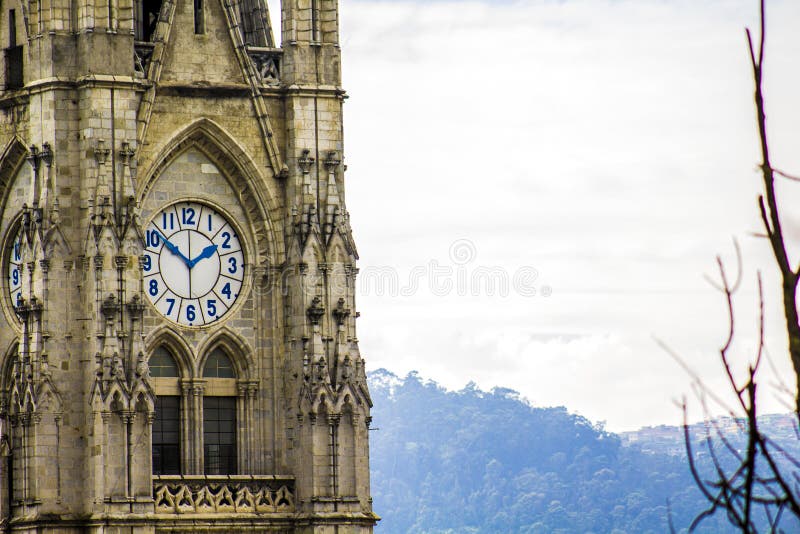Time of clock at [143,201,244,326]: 1:50
